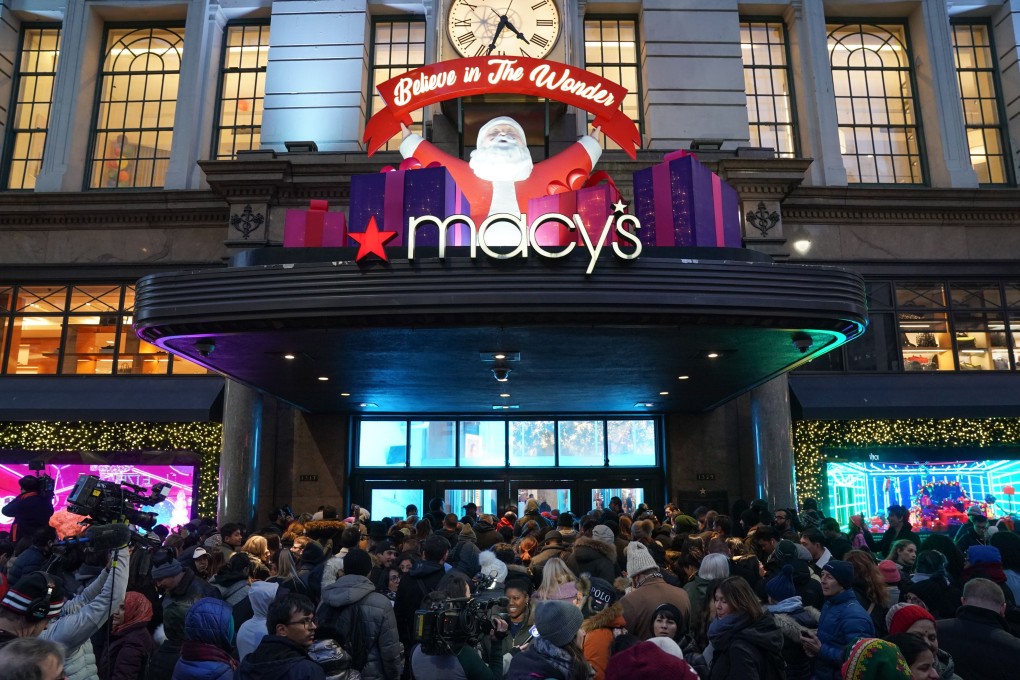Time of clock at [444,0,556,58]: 4:33
